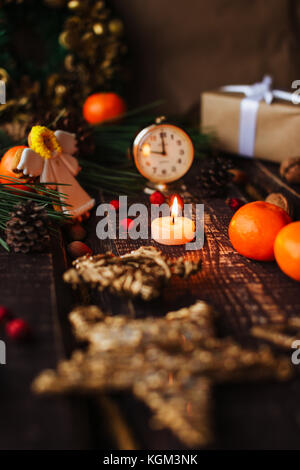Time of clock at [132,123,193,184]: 8:59
